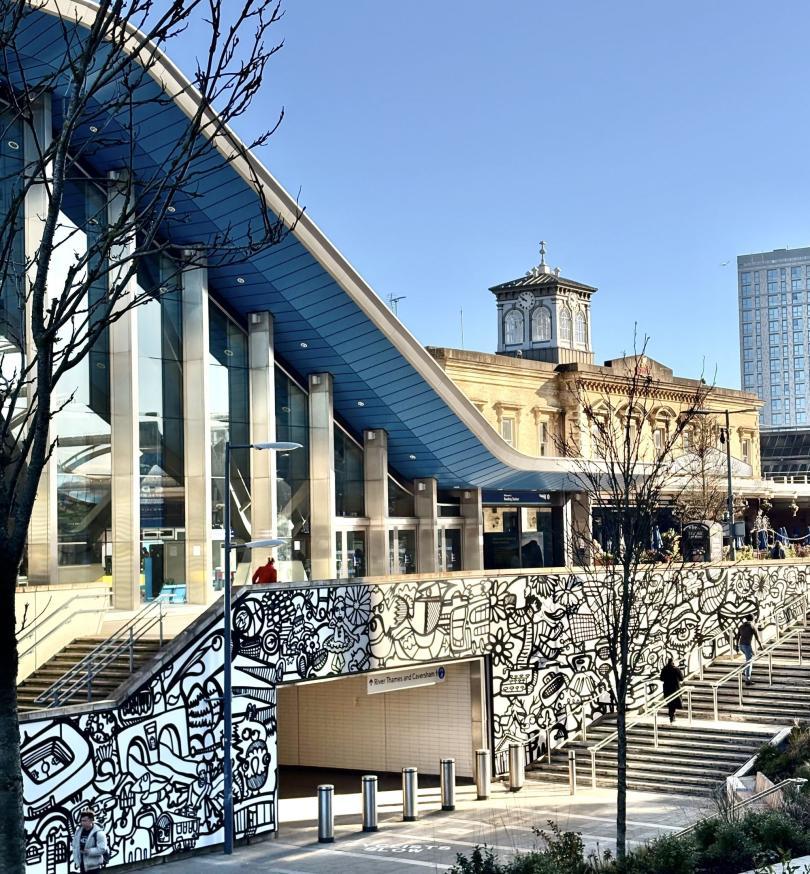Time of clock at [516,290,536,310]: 9:51
